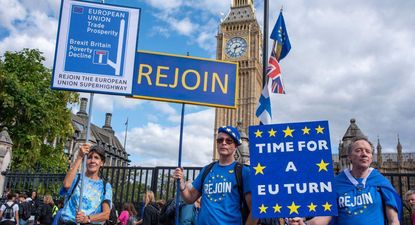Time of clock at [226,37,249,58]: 2:32
